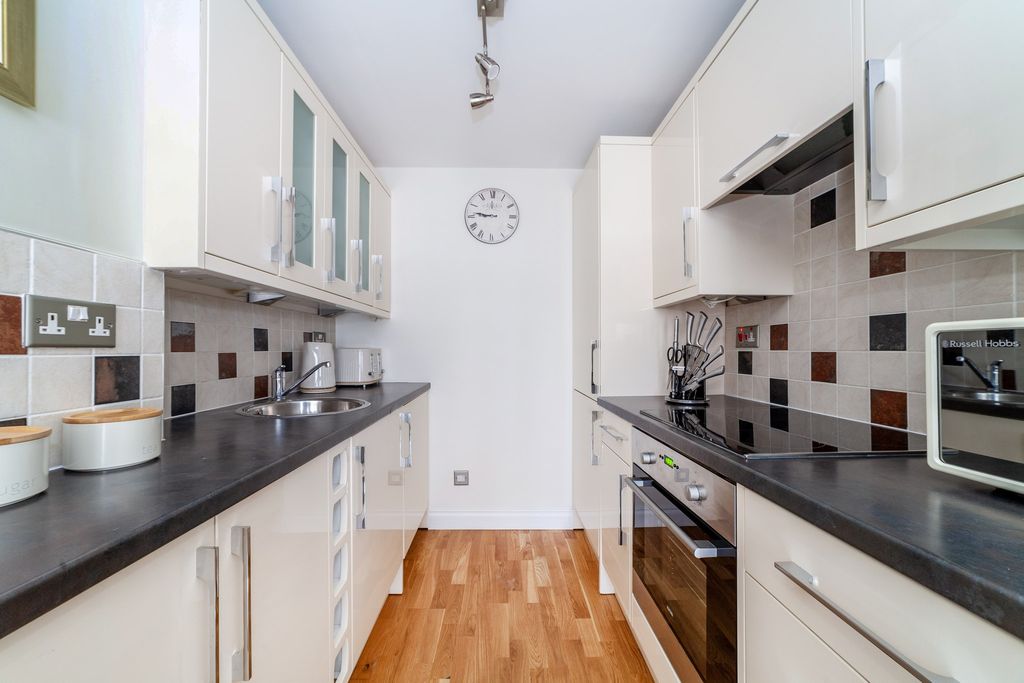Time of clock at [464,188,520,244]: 8:46
